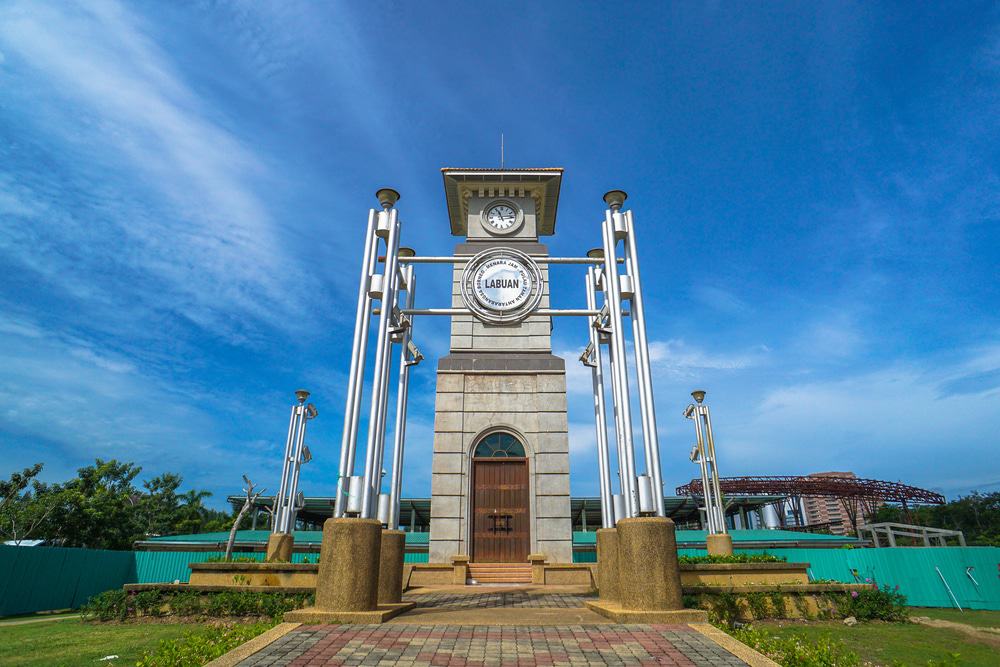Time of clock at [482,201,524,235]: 11:14
